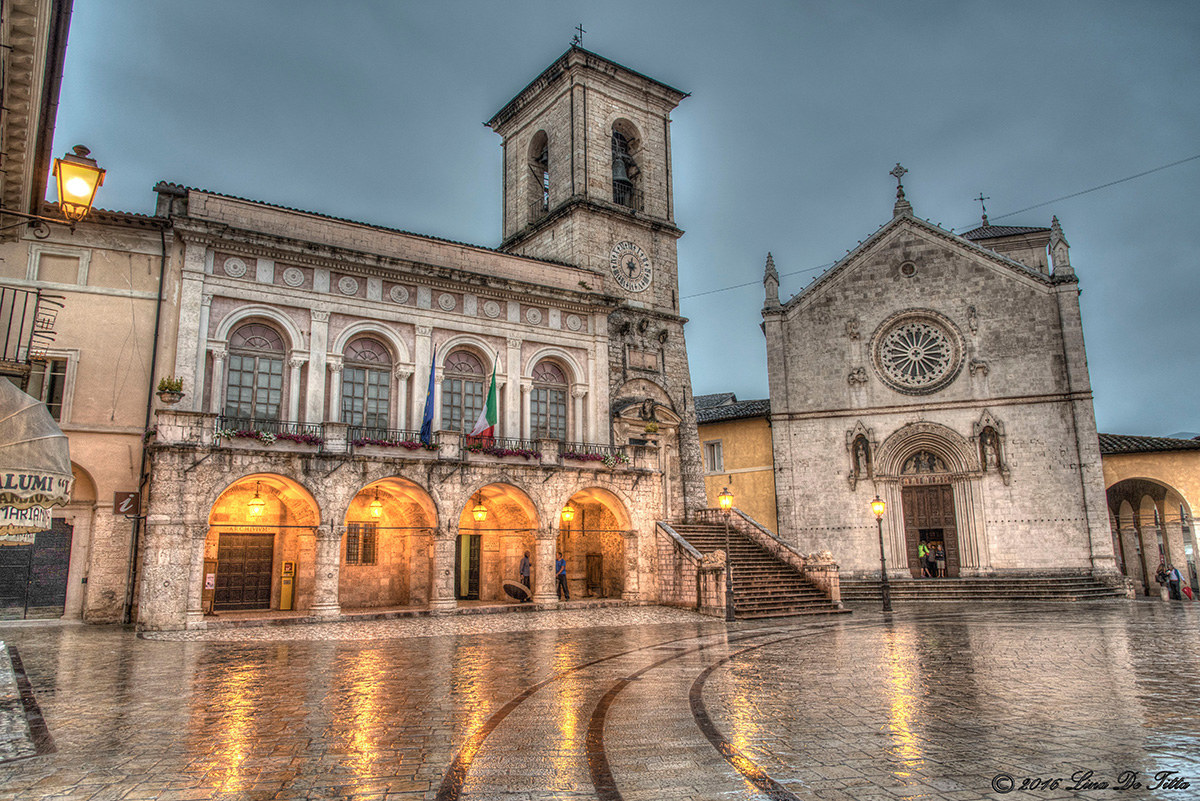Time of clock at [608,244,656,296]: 6:32
